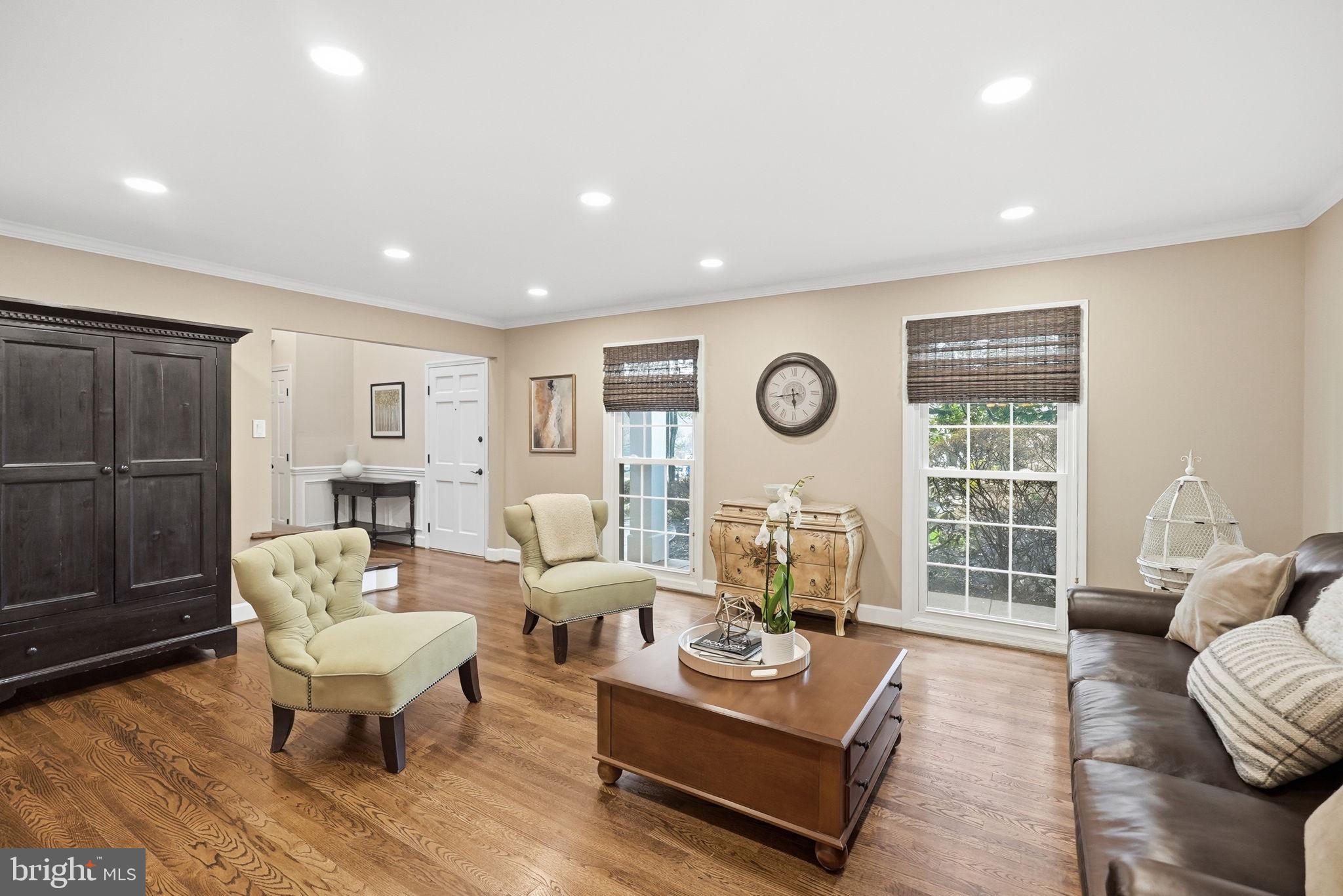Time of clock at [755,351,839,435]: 5:44
